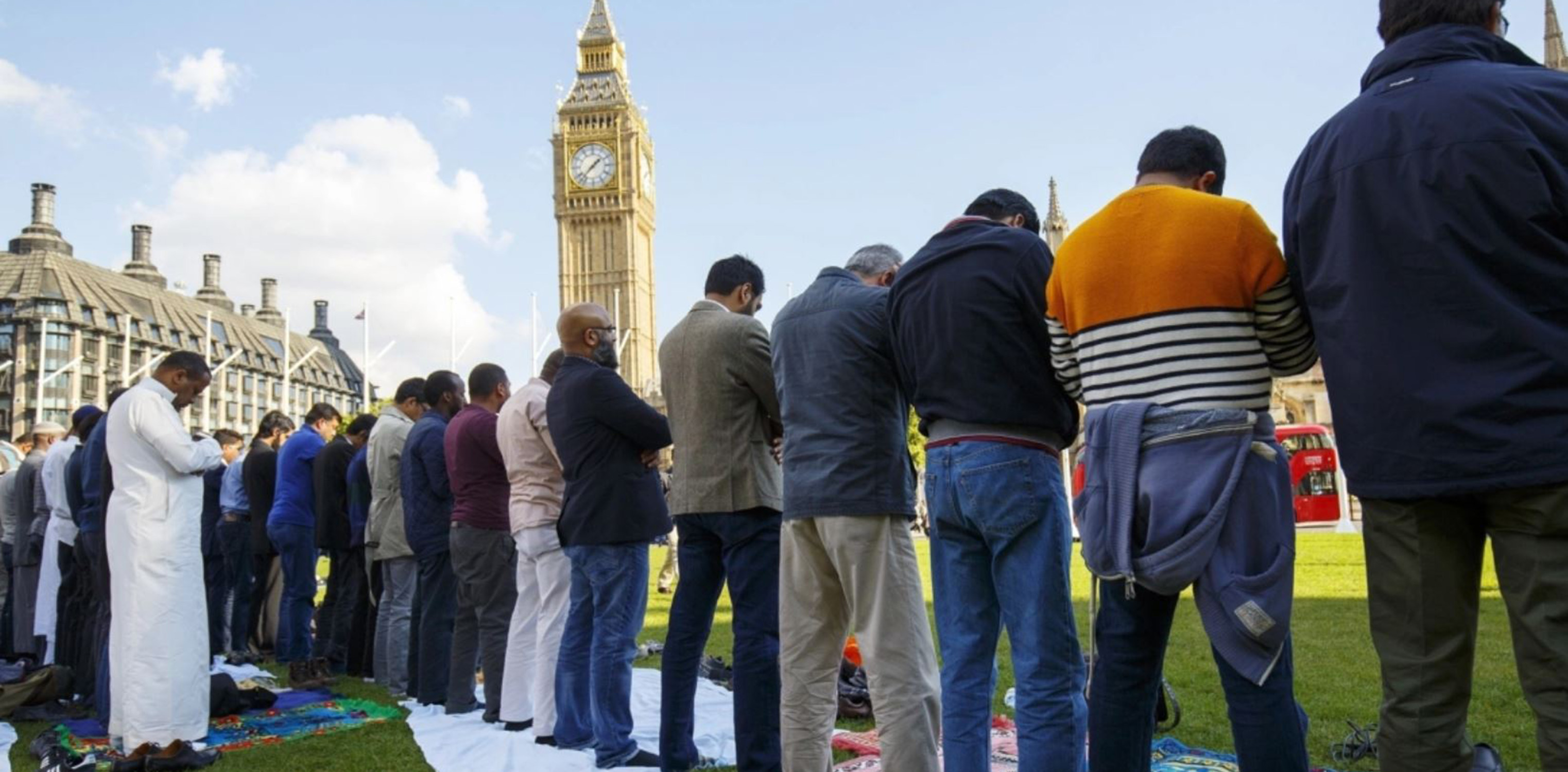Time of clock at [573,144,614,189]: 1:37
